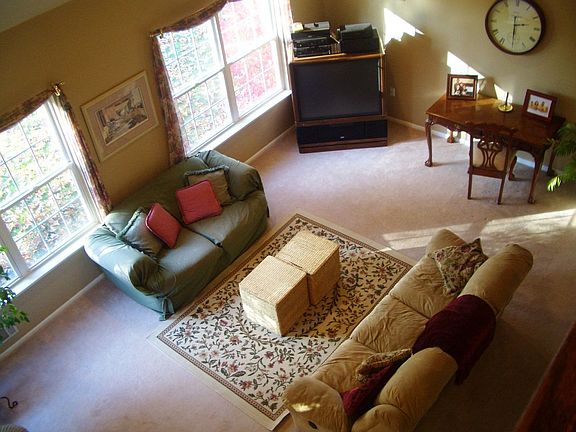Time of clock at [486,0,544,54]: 2:30
